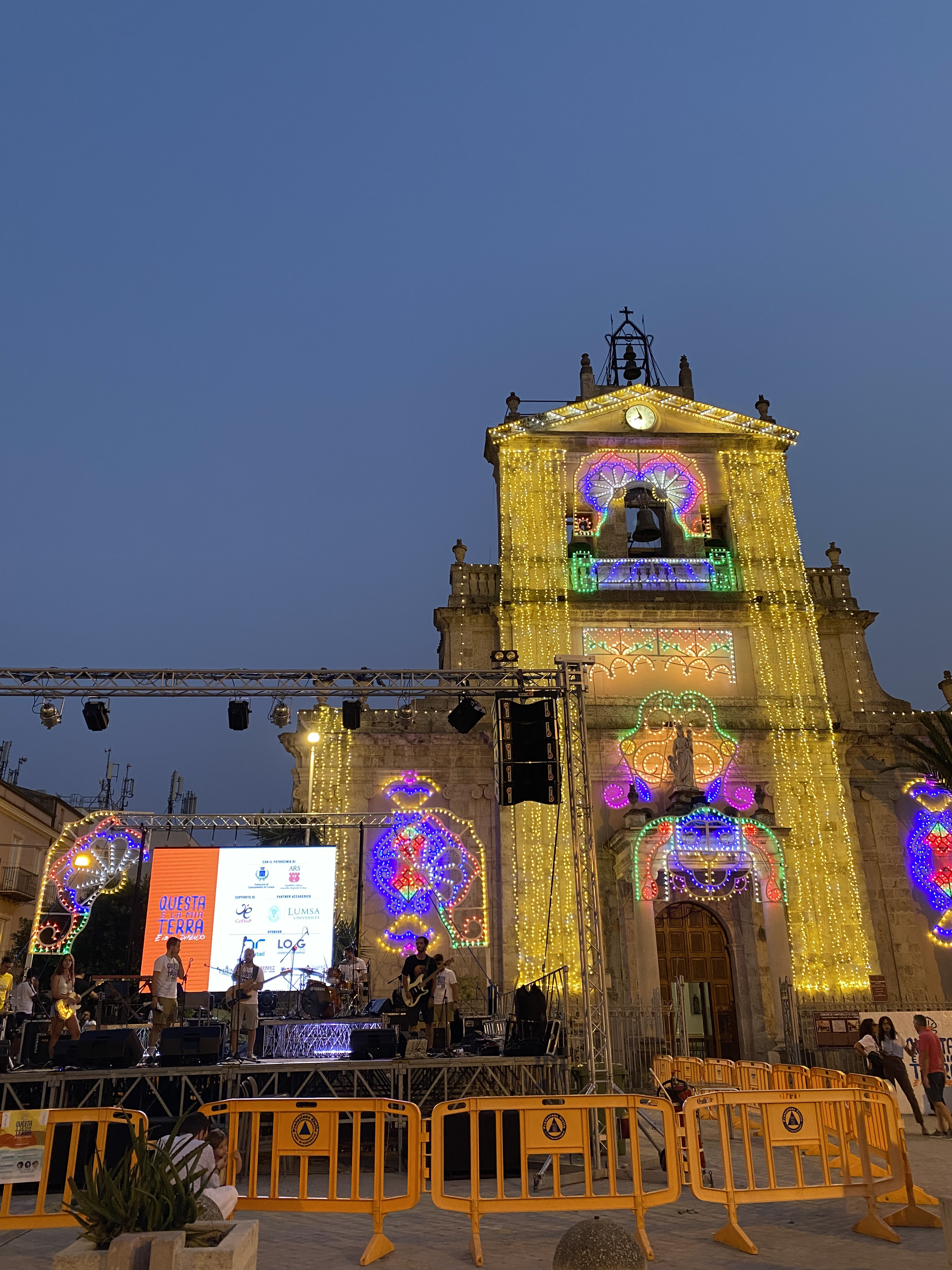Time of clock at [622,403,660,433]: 7:57
